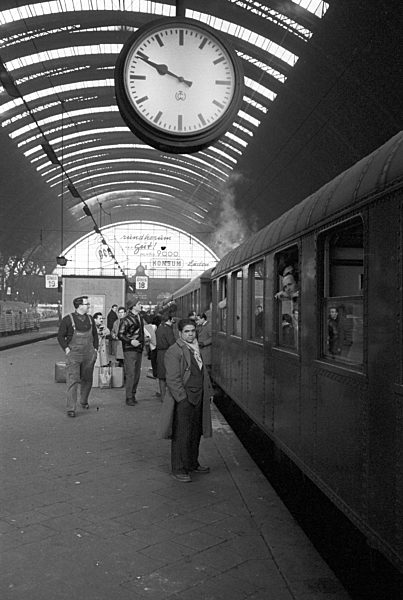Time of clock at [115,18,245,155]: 9:49
